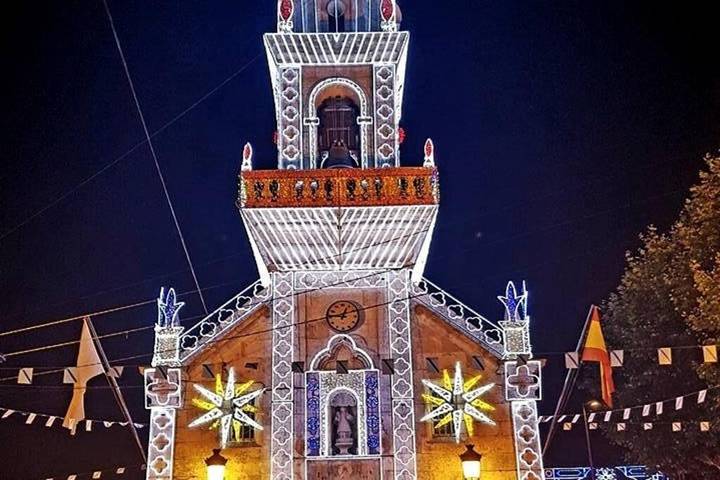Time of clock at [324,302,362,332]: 12:45
